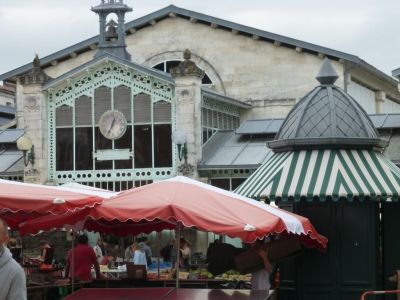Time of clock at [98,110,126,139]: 12:34
